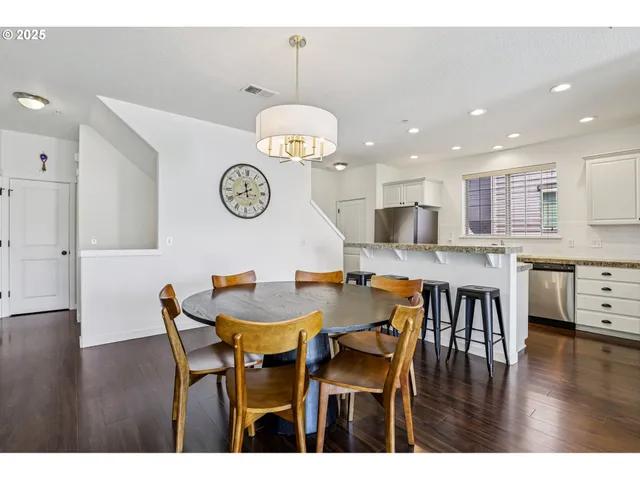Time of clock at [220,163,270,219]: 11:40
